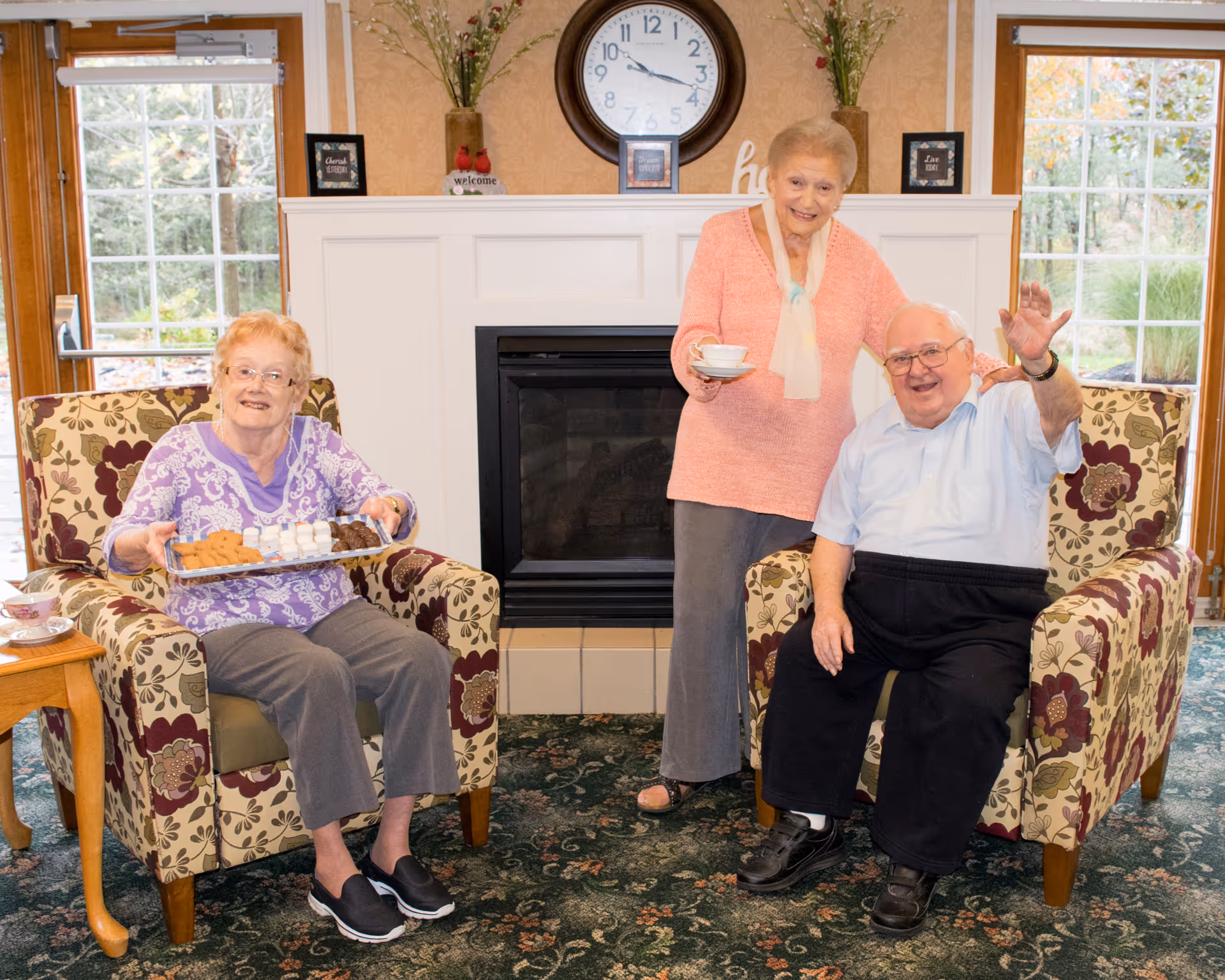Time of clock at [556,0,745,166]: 10:17
